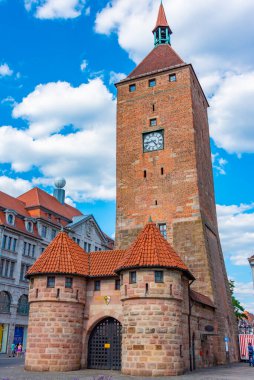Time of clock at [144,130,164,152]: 4:43
